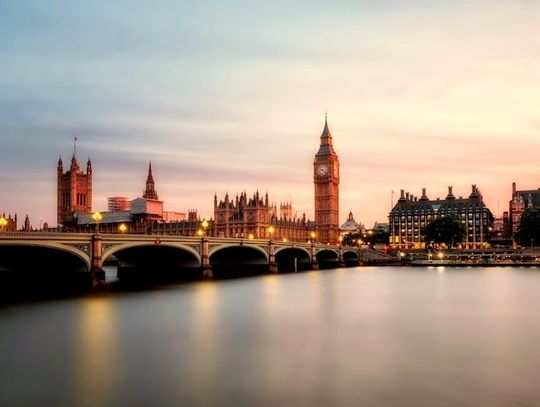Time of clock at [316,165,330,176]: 9:22
